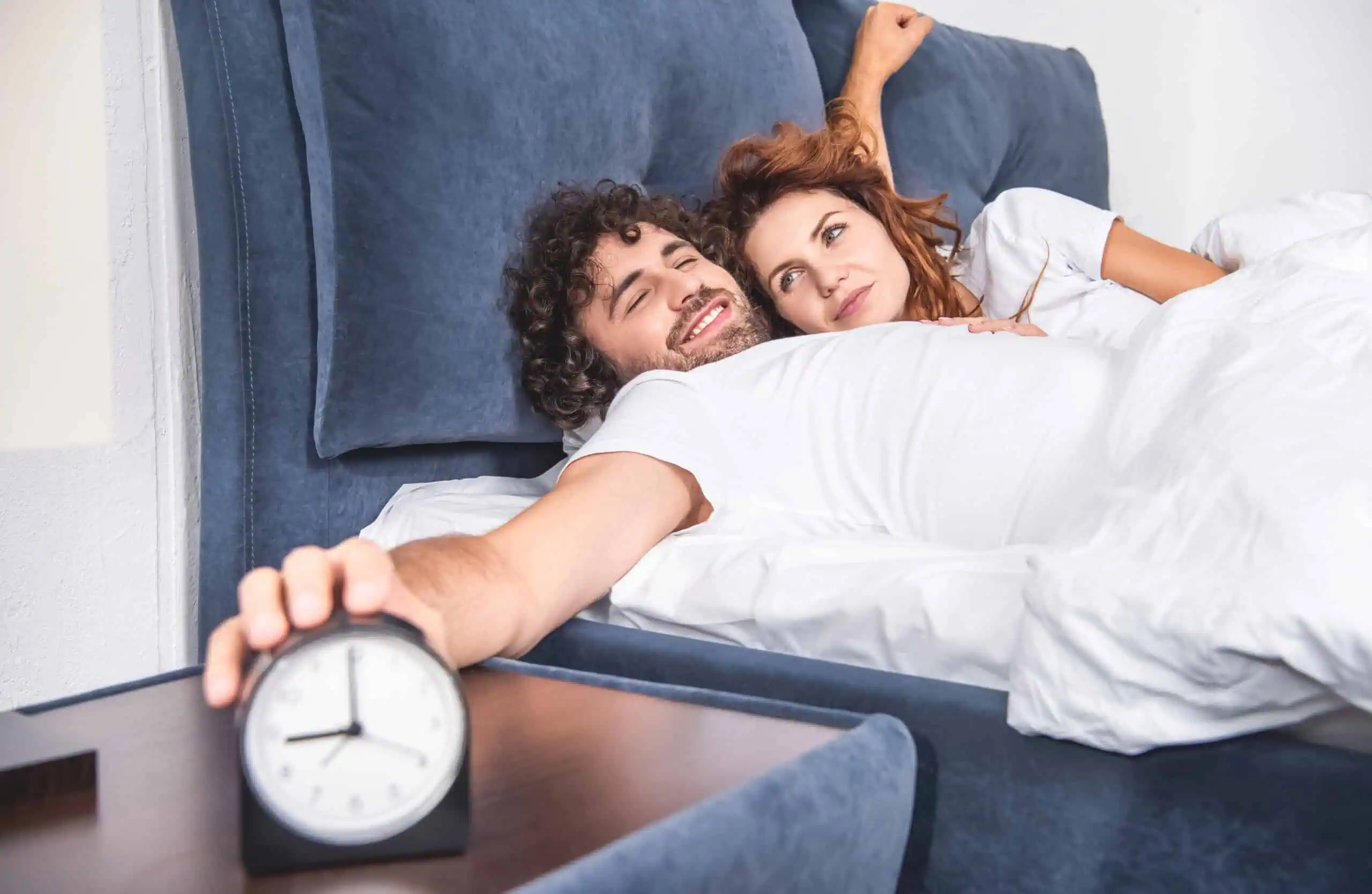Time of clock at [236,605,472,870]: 8:59
